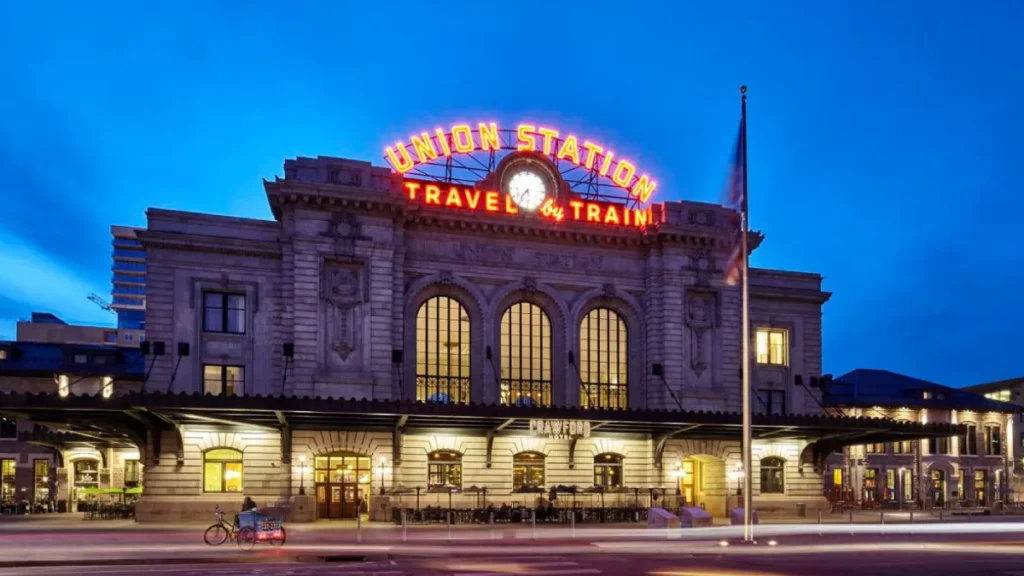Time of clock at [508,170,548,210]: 5:36
